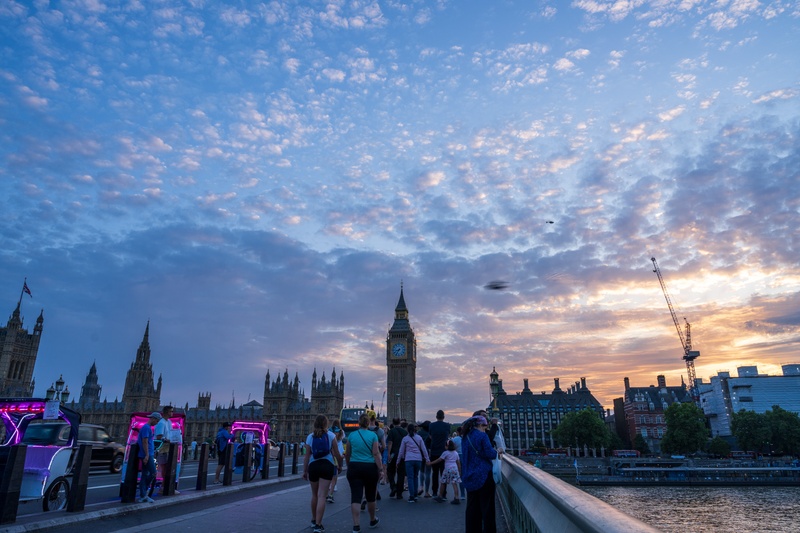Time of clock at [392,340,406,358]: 8:35
